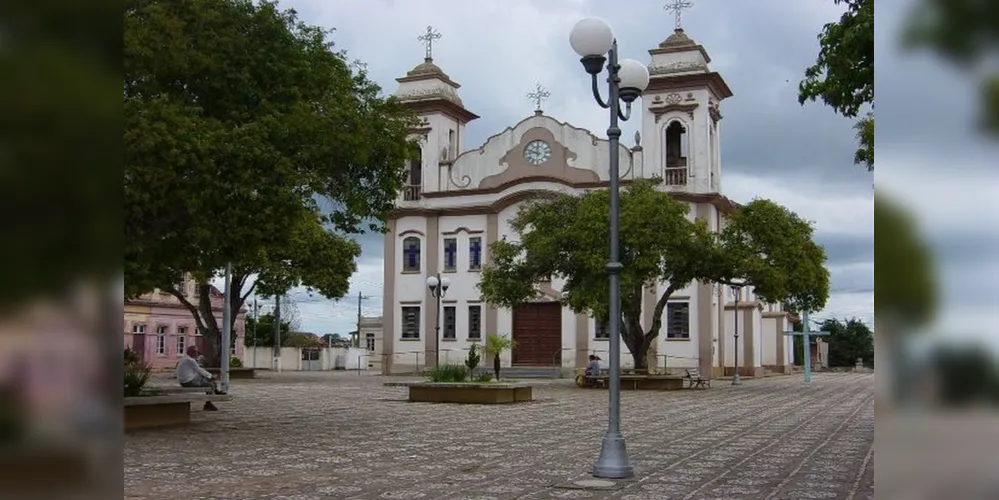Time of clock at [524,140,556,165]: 11:47
